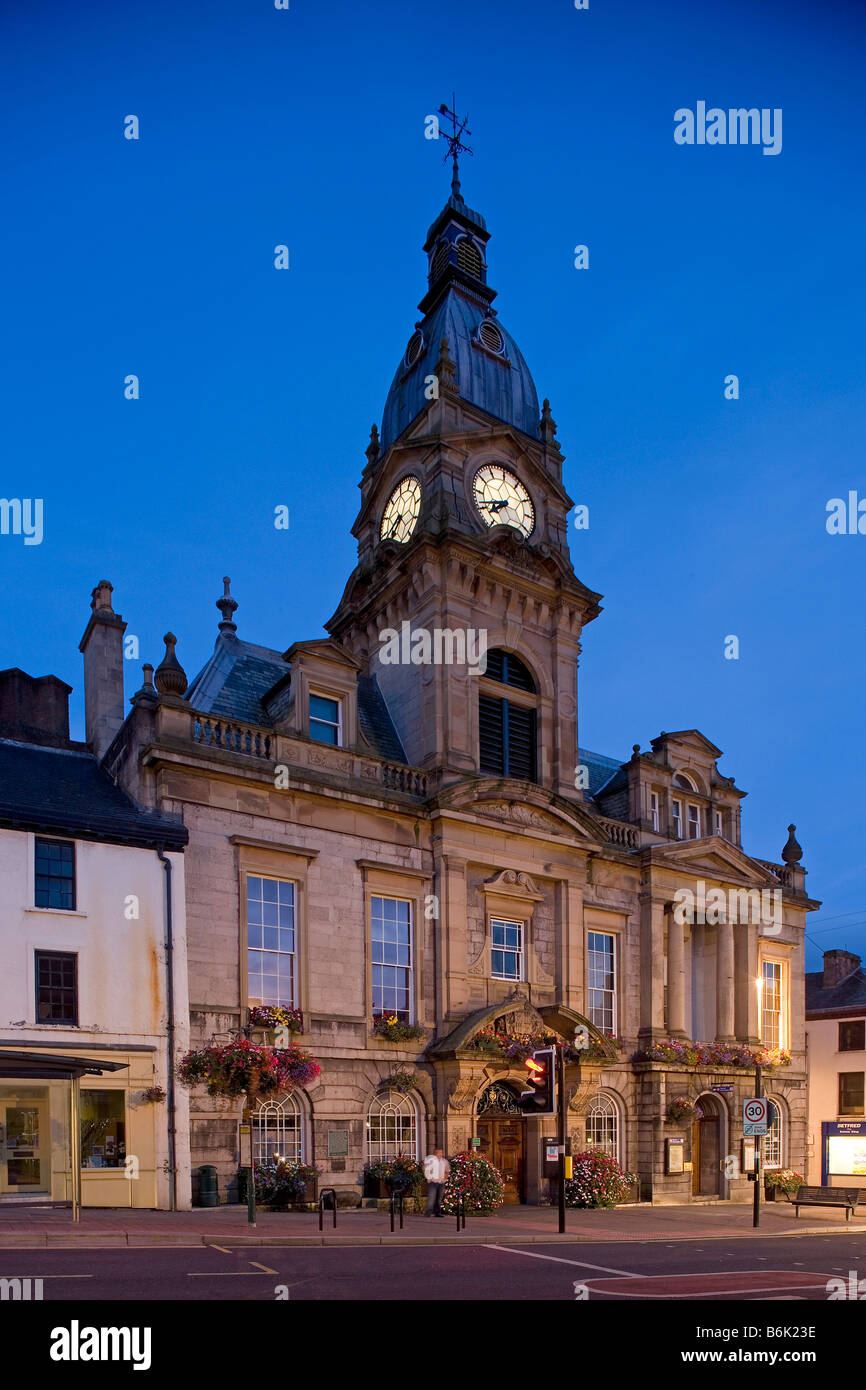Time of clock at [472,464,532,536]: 7:41
